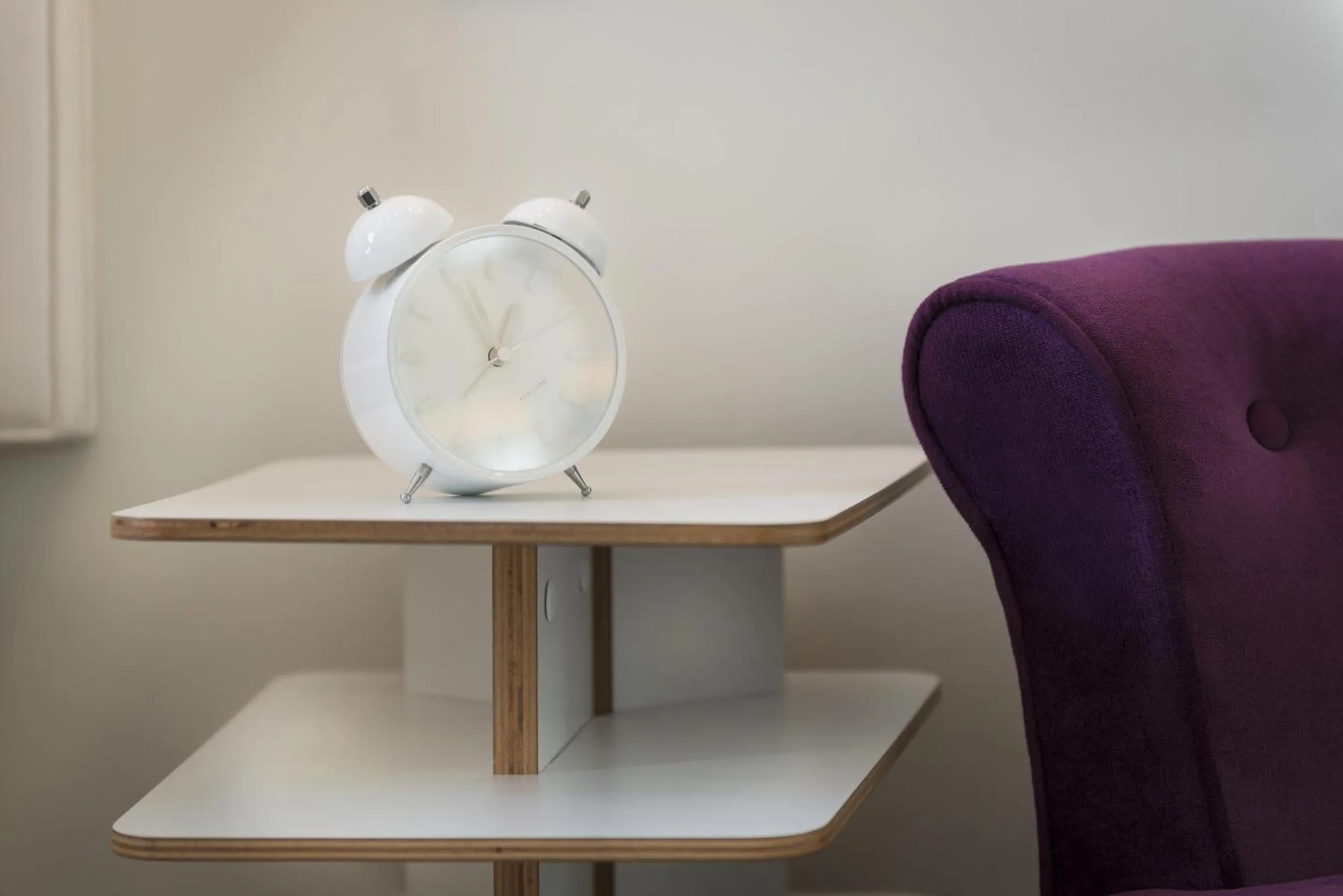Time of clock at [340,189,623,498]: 12:56
